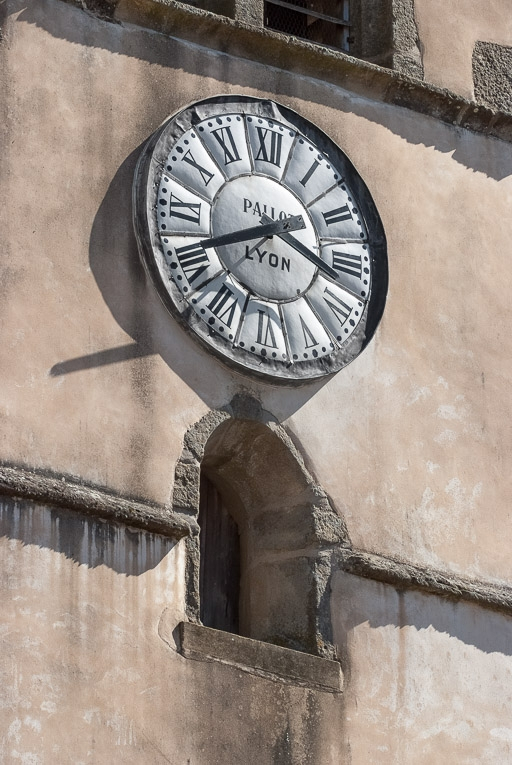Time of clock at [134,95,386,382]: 3:40
